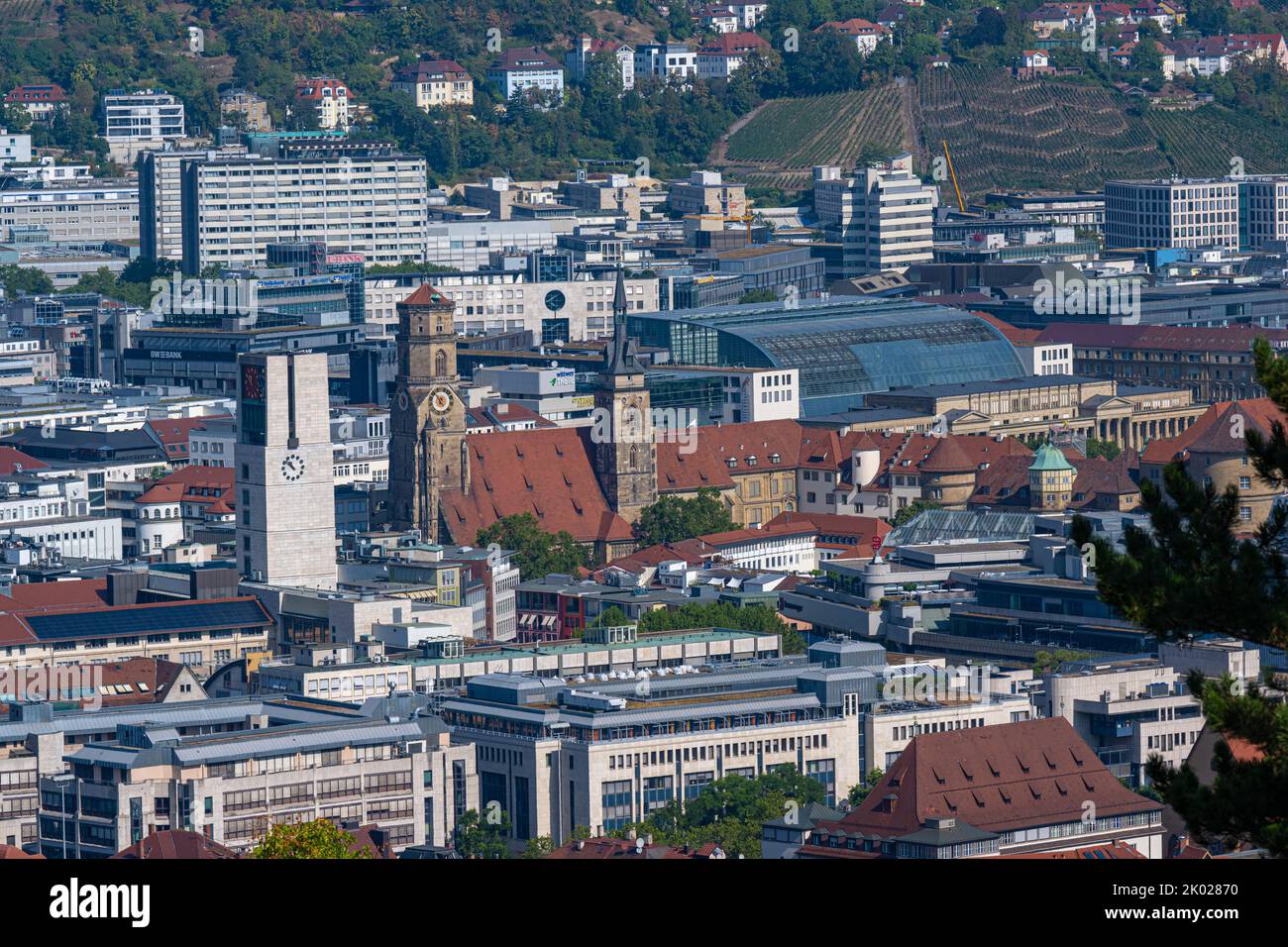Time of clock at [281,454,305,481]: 10:51
